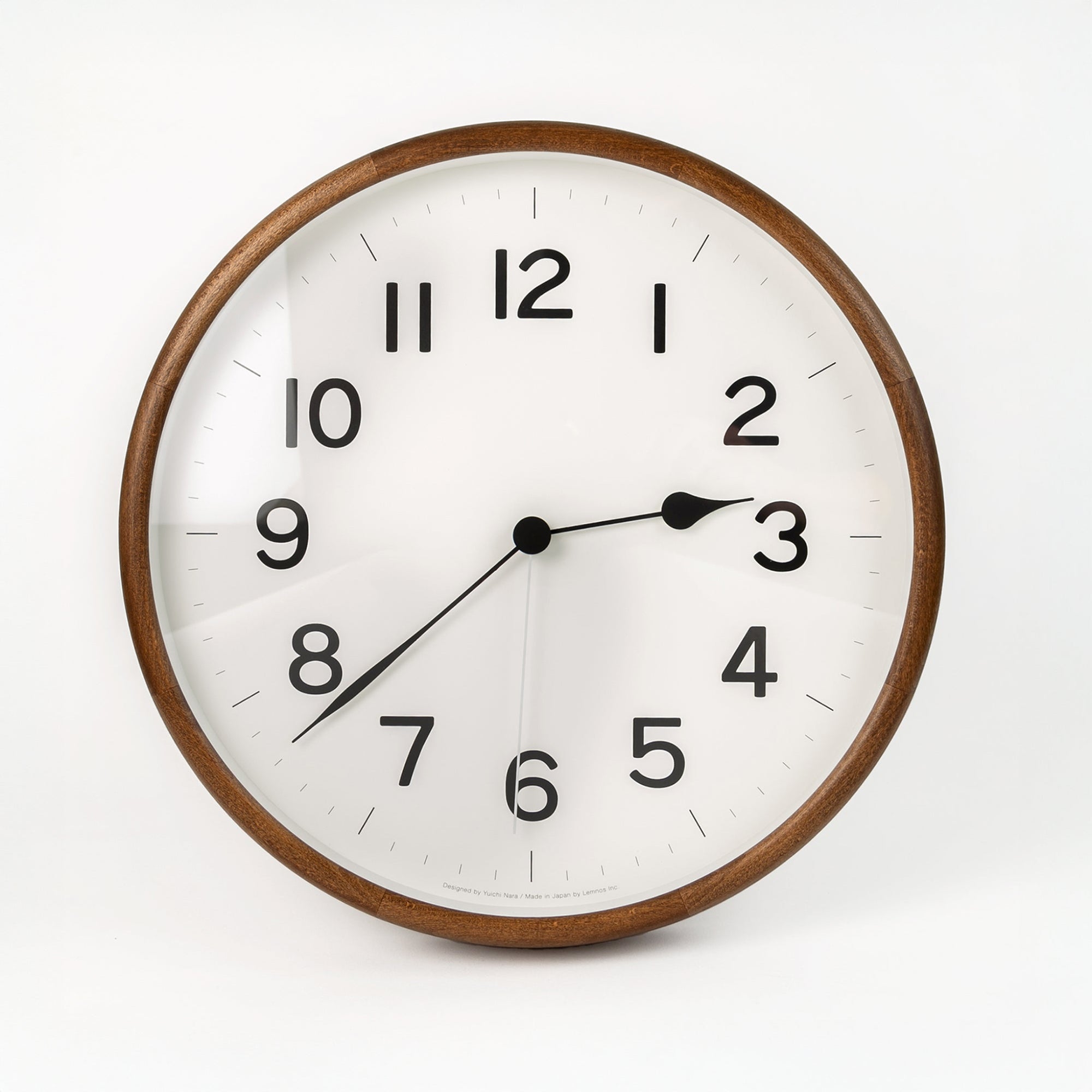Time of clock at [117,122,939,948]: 2:38
